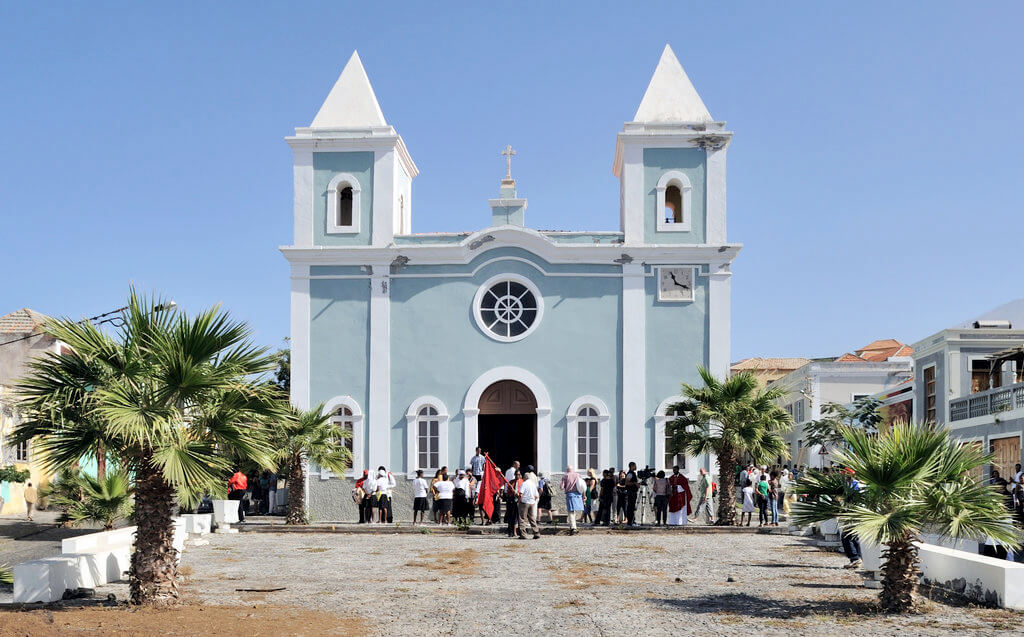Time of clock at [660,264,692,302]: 11:18
